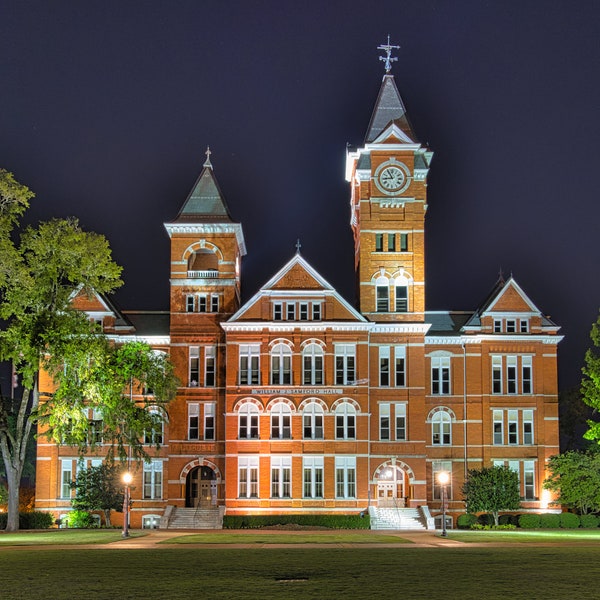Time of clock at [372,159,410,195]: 8:54
